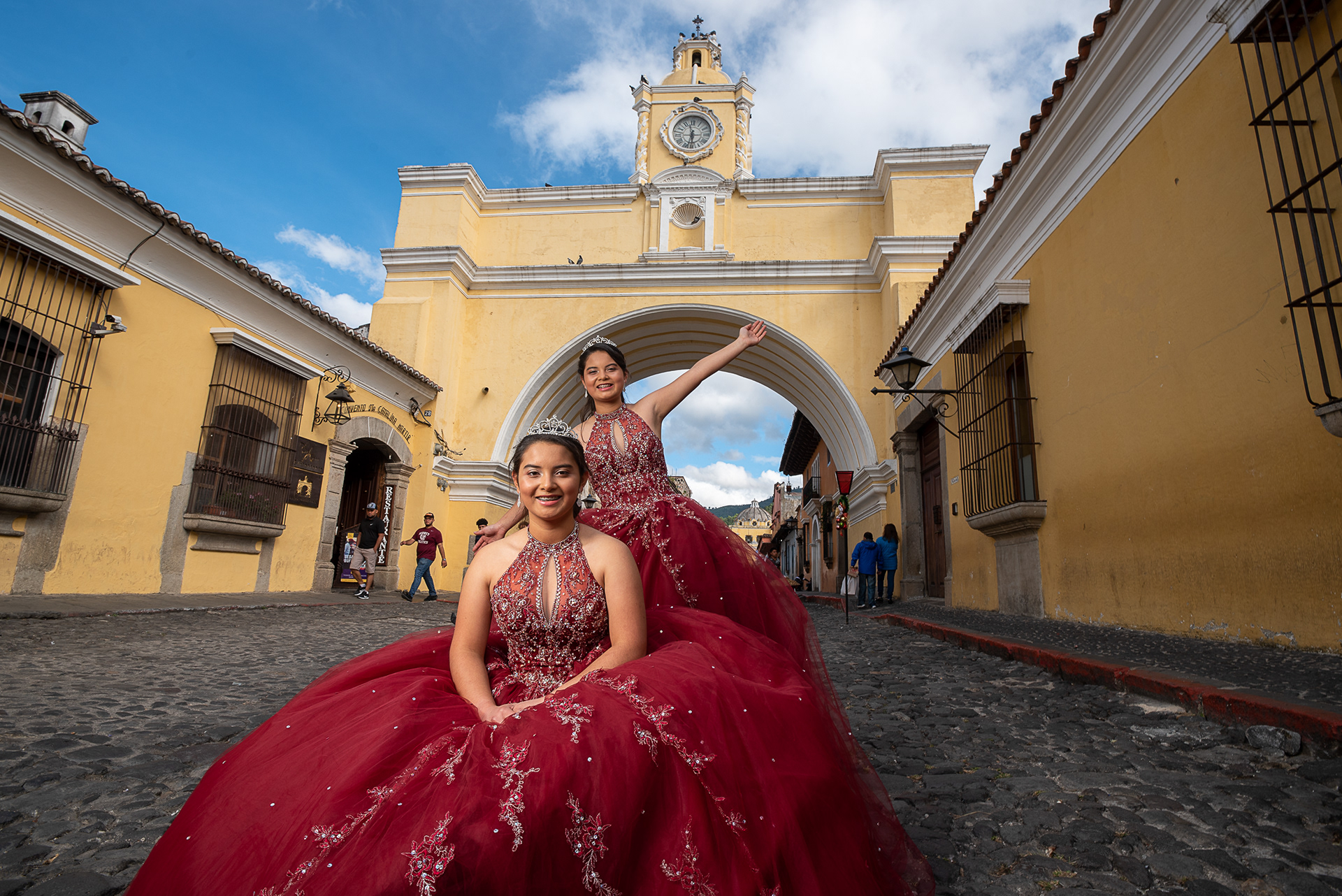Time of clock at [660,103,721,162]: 5:57
